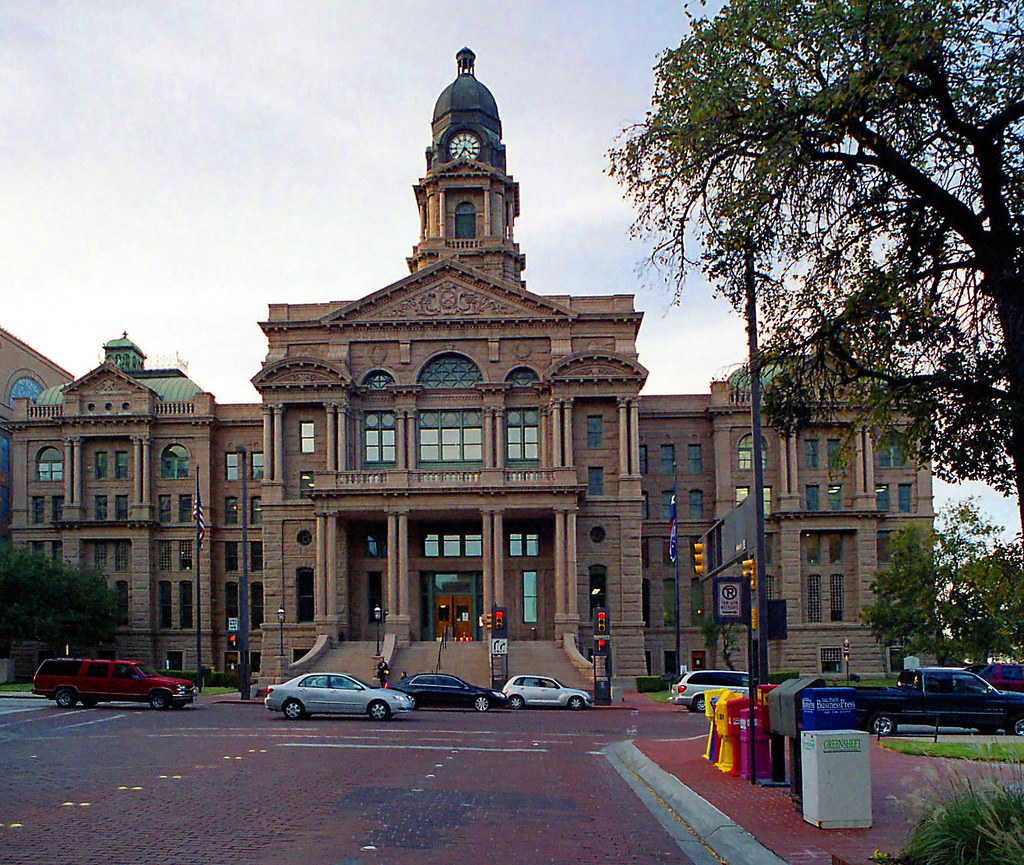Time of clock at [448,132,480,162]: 4:35
